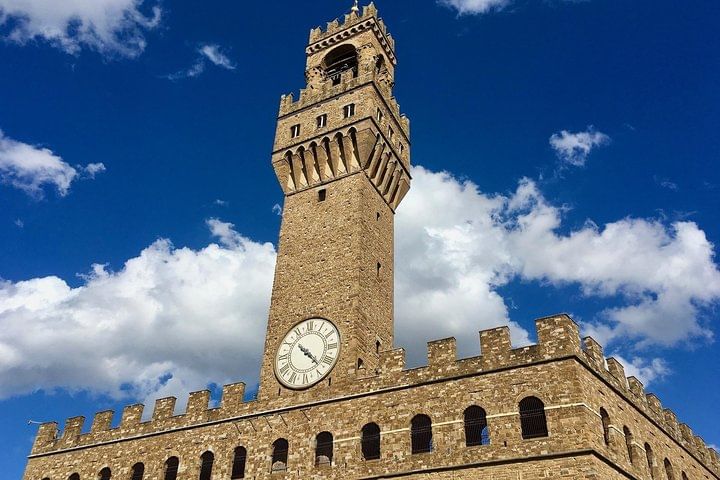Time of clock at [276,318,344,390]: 10:22
